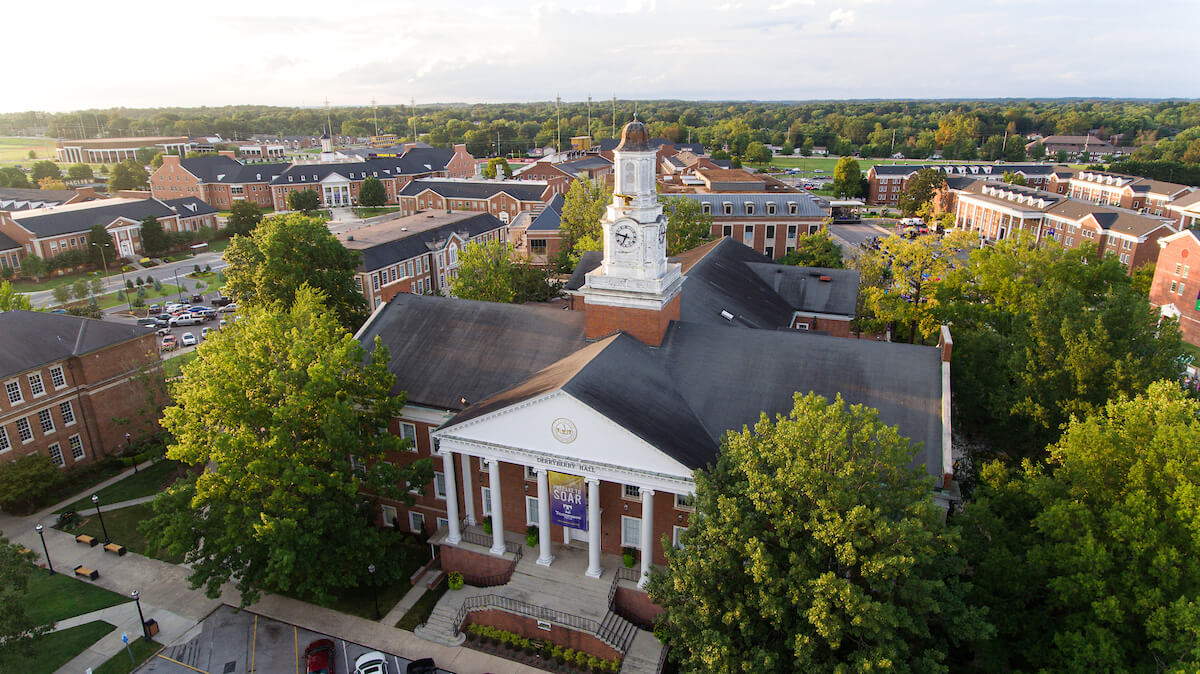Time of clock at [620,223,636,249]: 6:47
